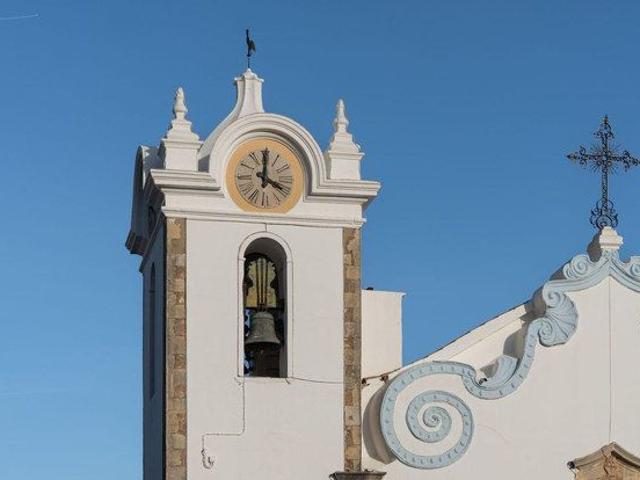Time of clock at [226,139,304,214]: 4:00
